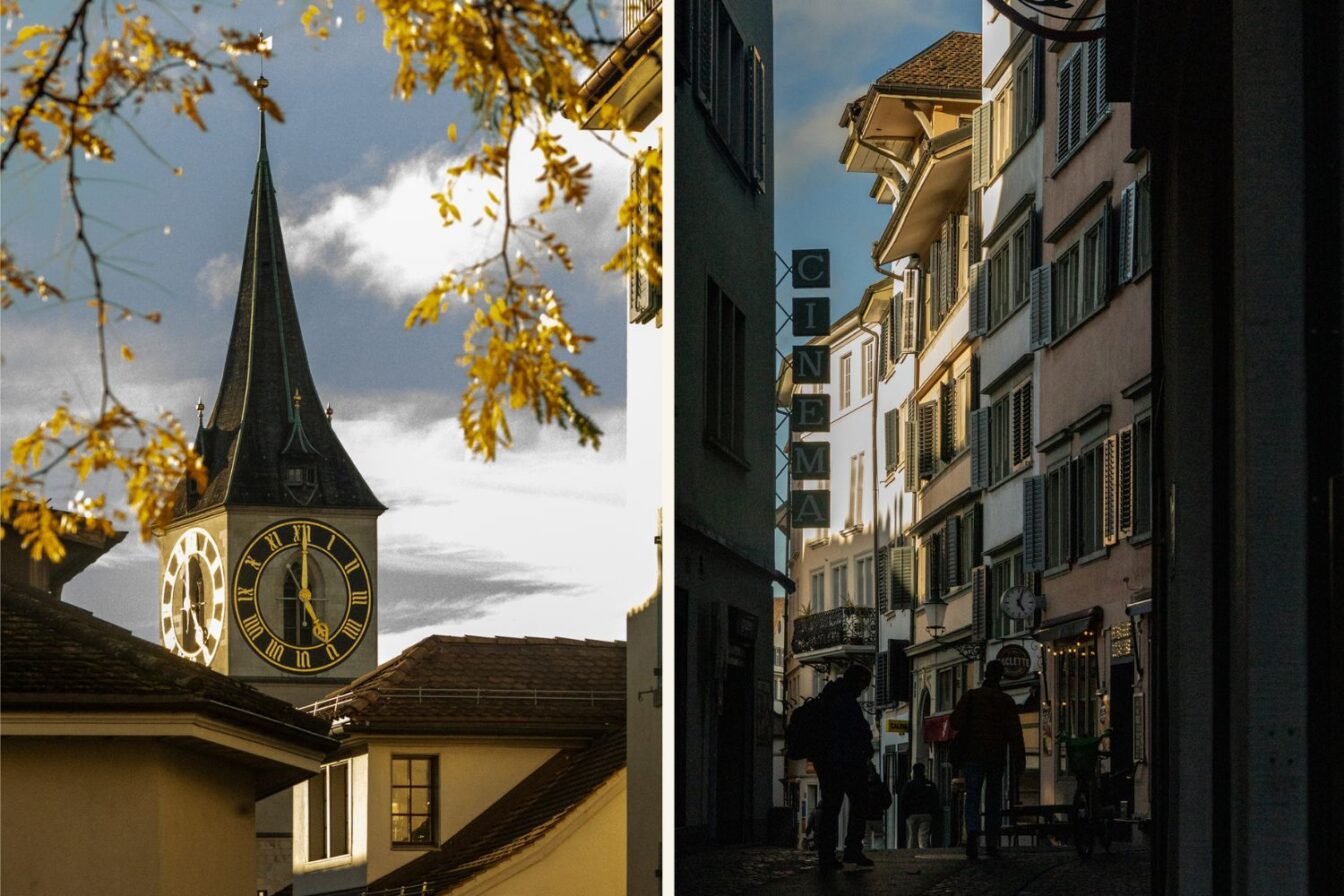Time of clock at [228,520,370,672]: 5:00
